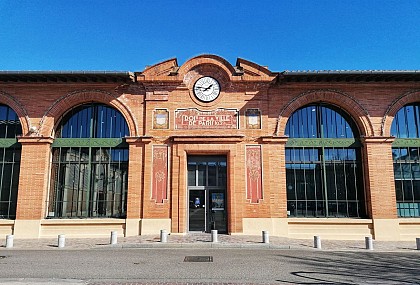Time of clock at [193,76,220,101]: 1:46
